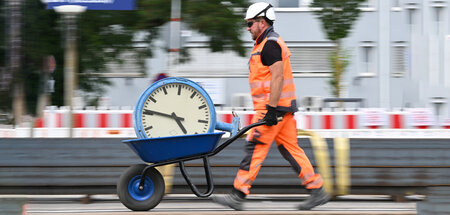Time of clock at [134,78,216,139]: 4:46
